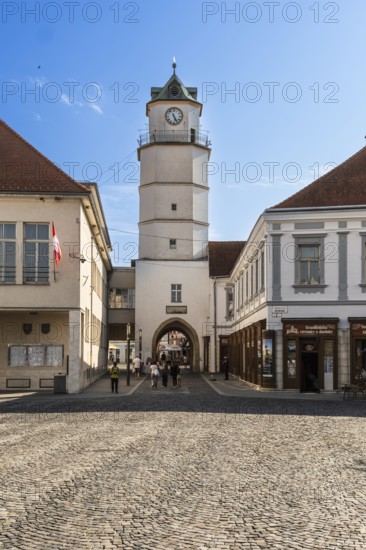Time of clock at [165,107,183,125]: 11:25
